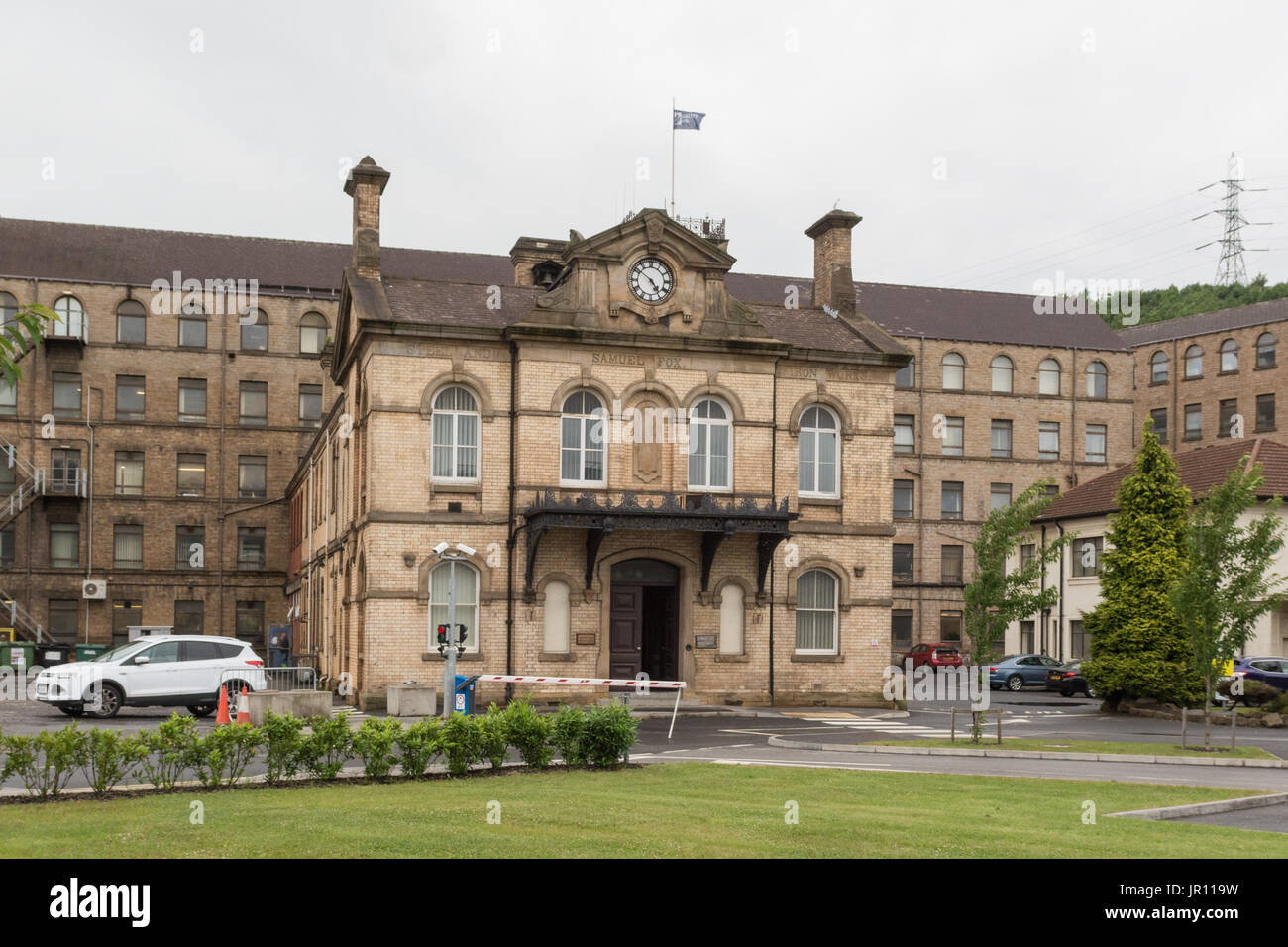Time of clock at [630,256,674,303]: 4:51
